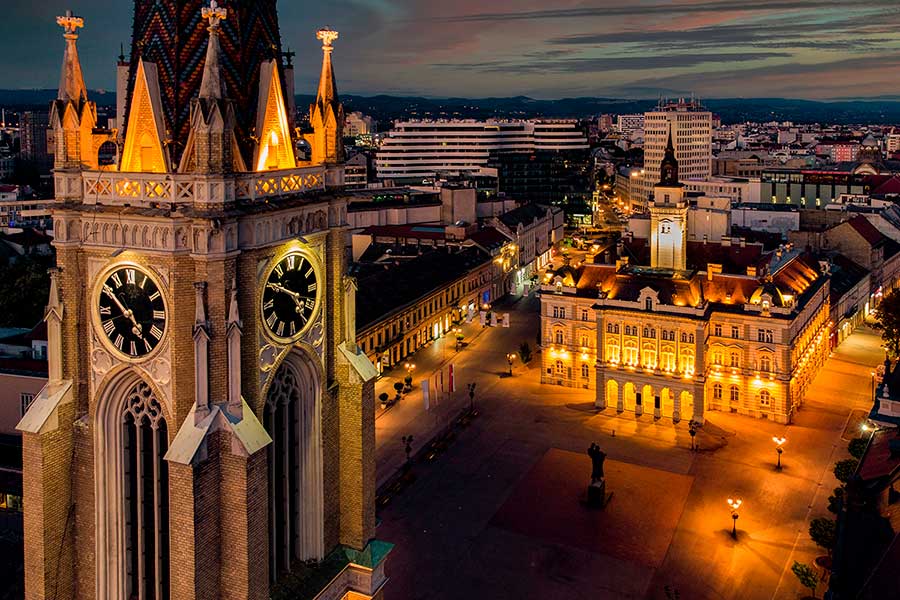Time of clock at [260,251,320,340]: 4:50
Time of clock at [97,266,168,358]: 4:50
